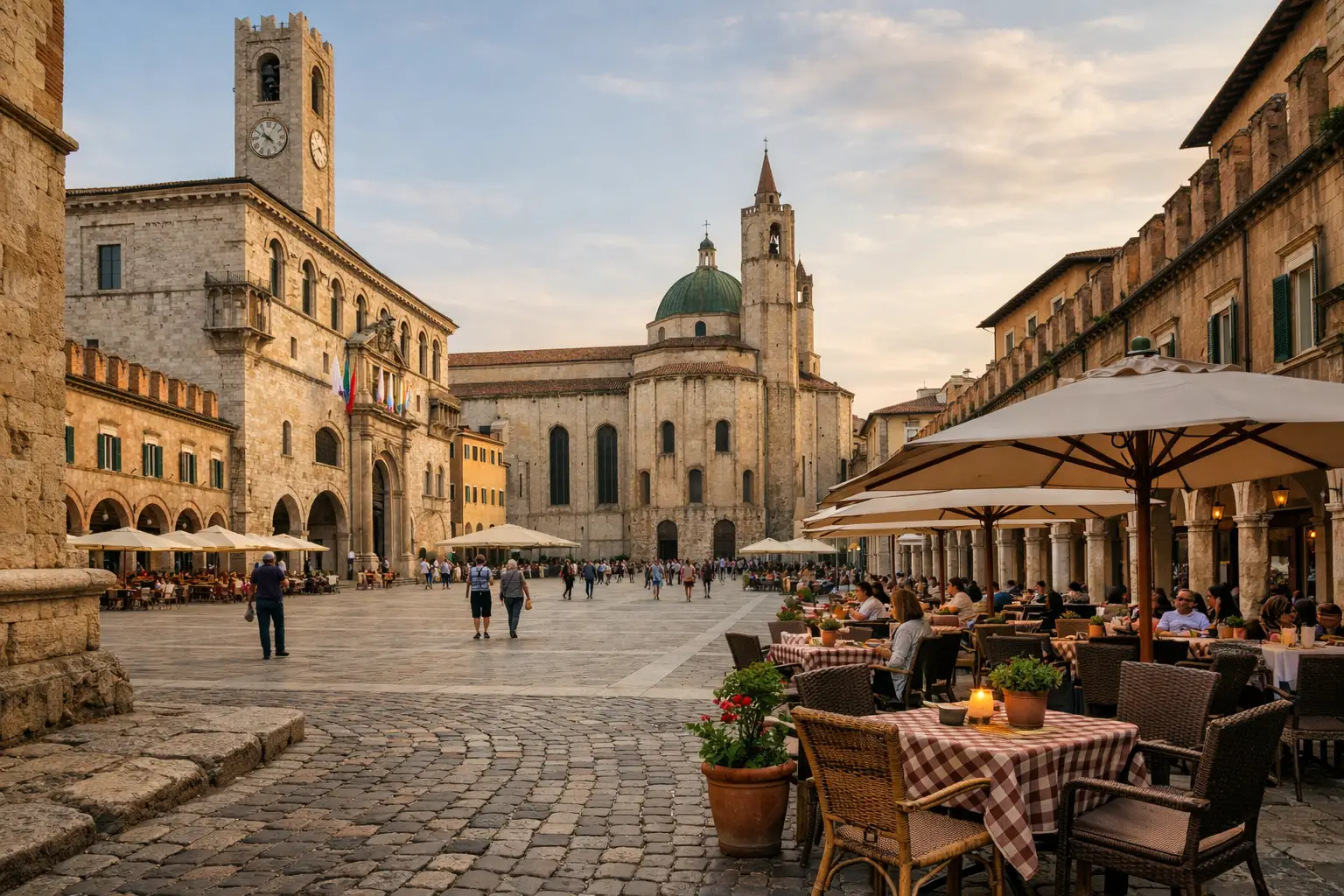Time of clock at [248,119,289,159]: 10:04
